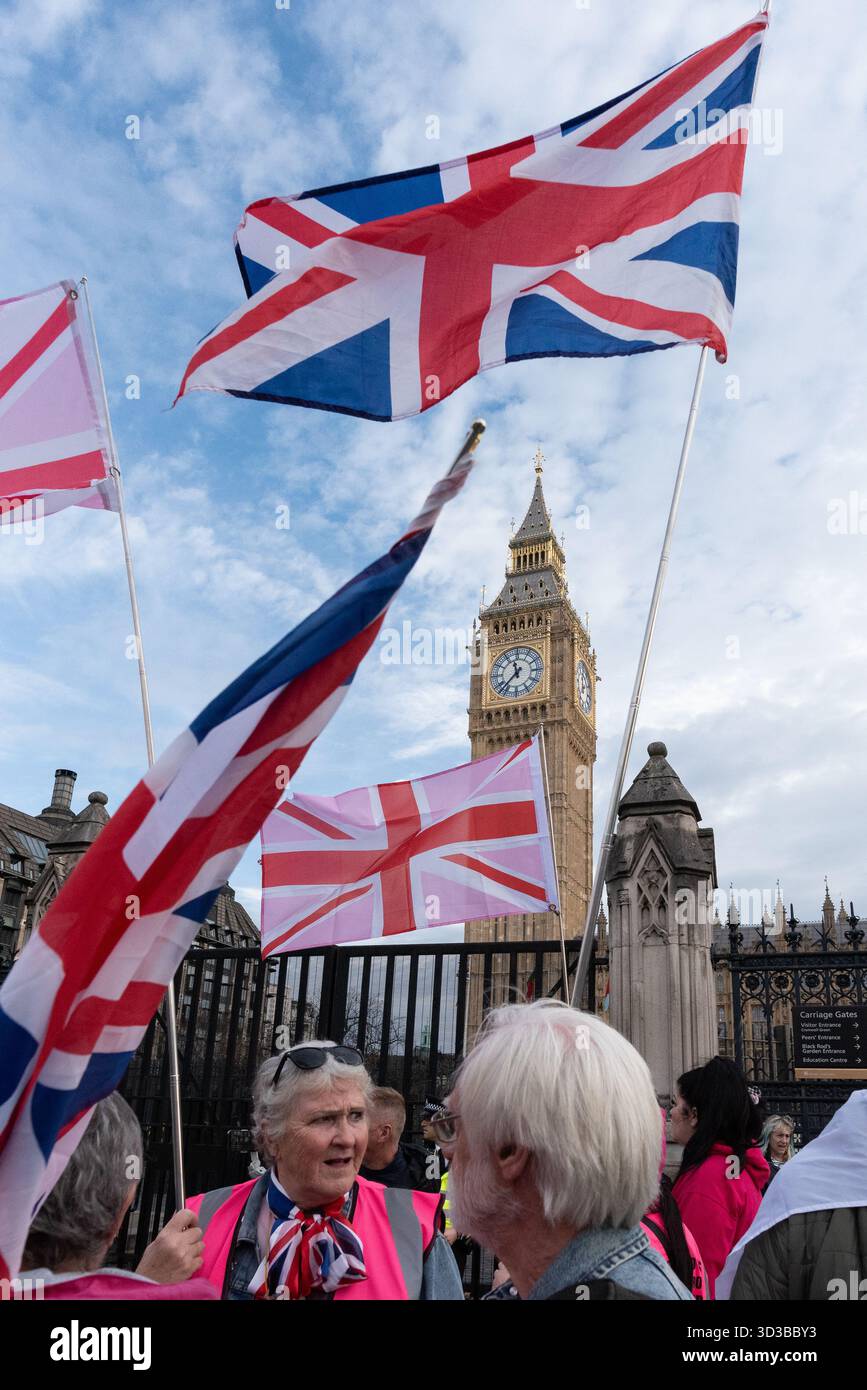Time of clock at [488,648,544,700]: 11:37
